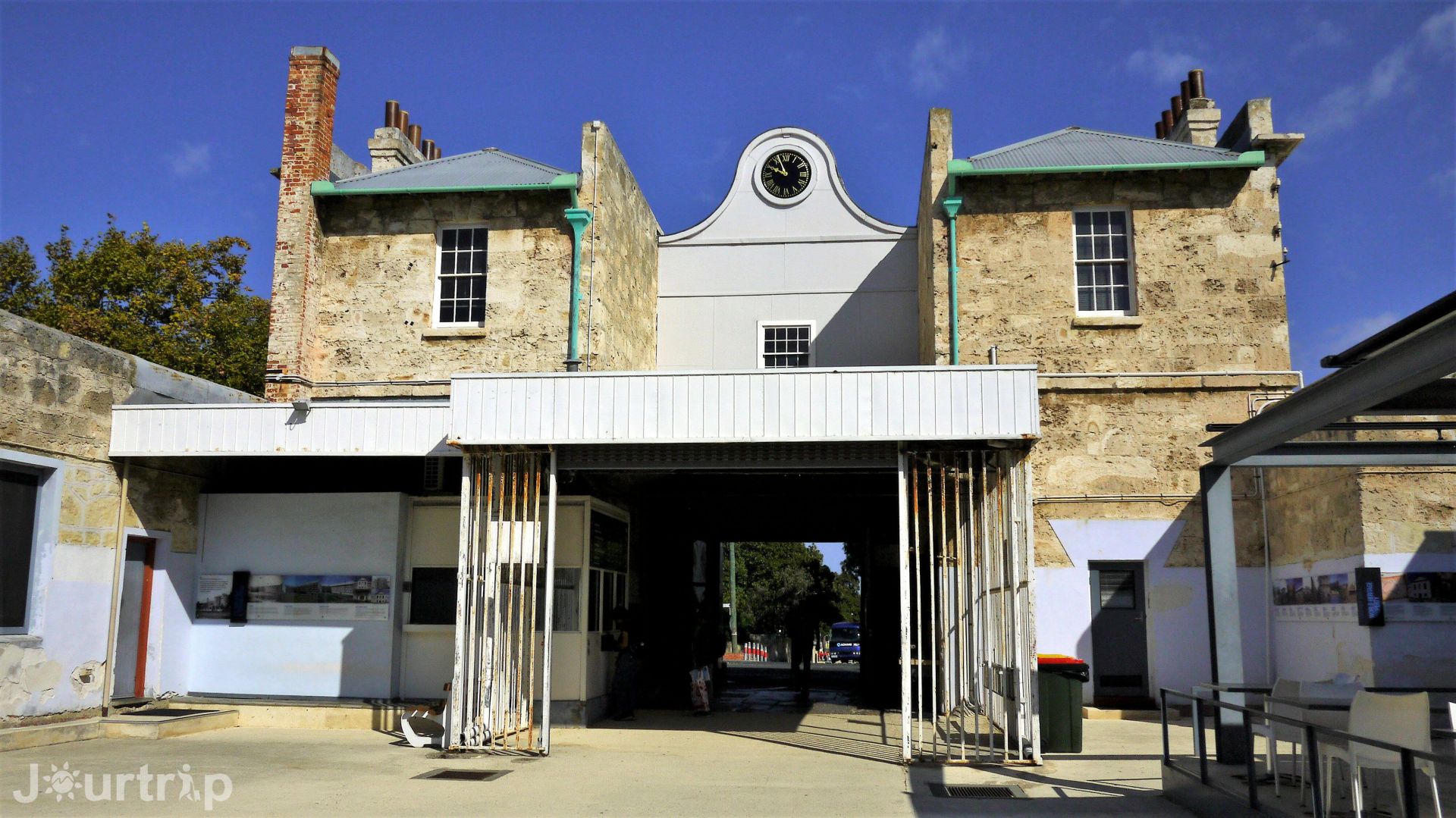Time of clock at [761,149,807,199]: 9:56
